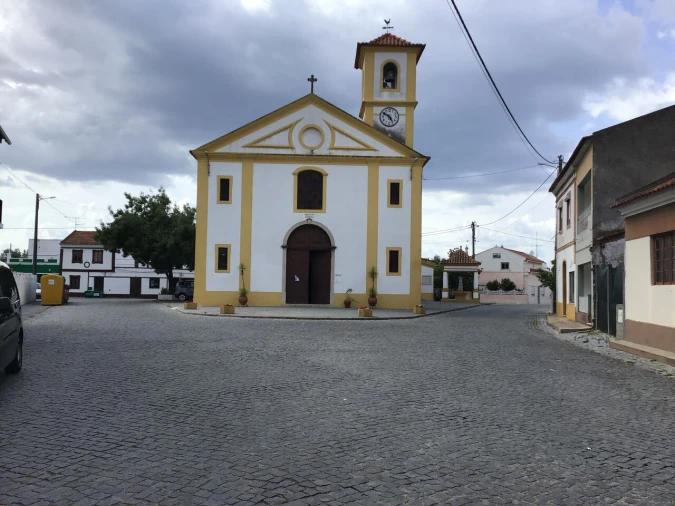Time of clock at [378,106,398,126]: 4:50
